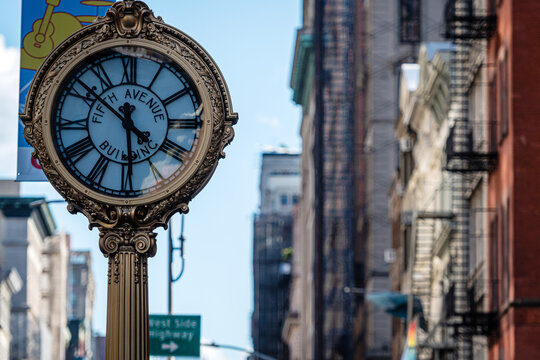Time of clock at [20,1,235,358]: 5:51
